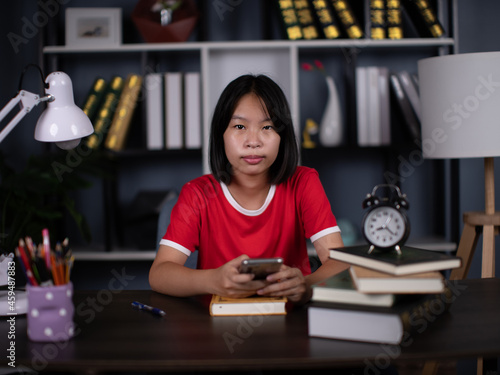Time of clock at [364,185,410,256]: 8:21
